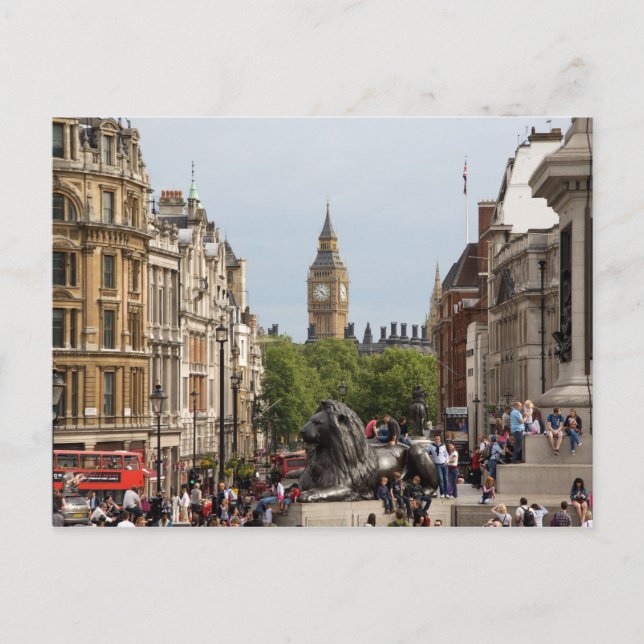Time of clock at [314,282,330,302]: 4:50
